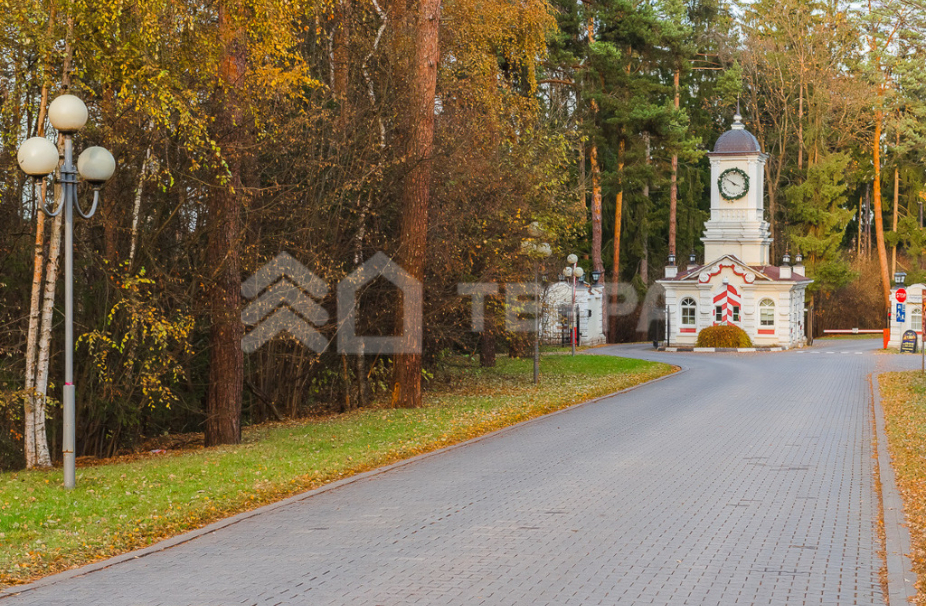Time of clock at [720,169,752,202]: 3:50
